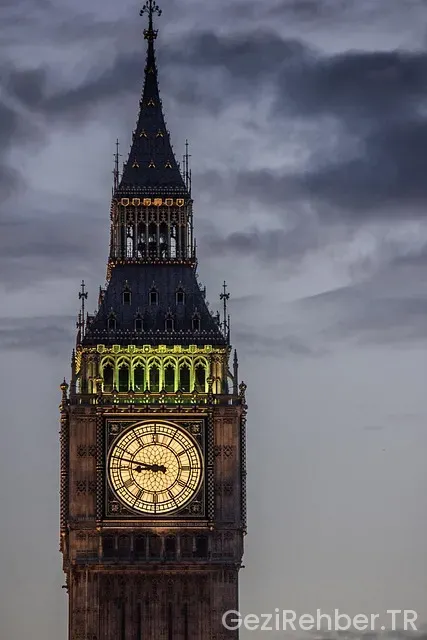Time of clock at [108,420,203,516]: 8:47
